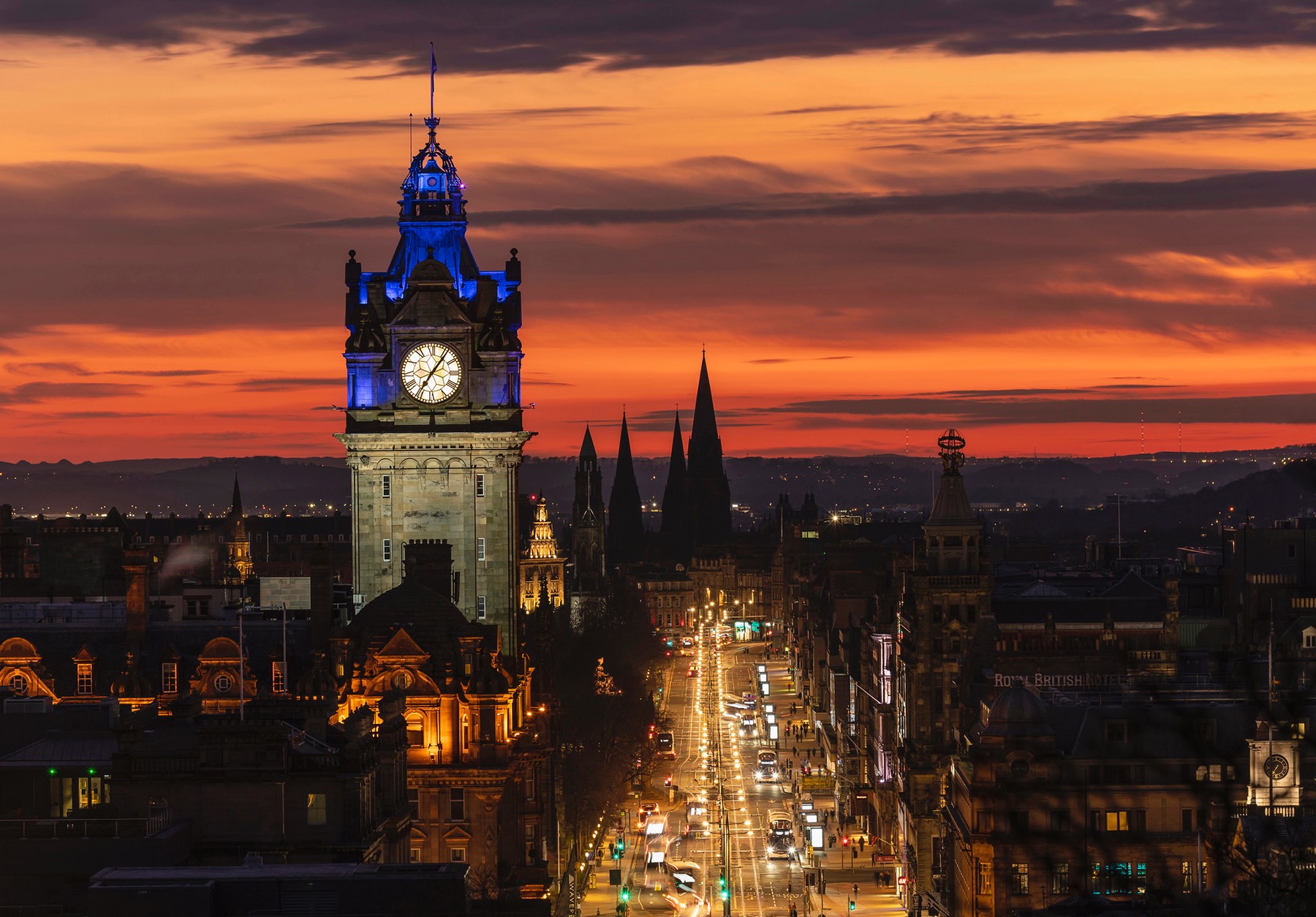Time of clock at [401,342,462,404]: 7:06
